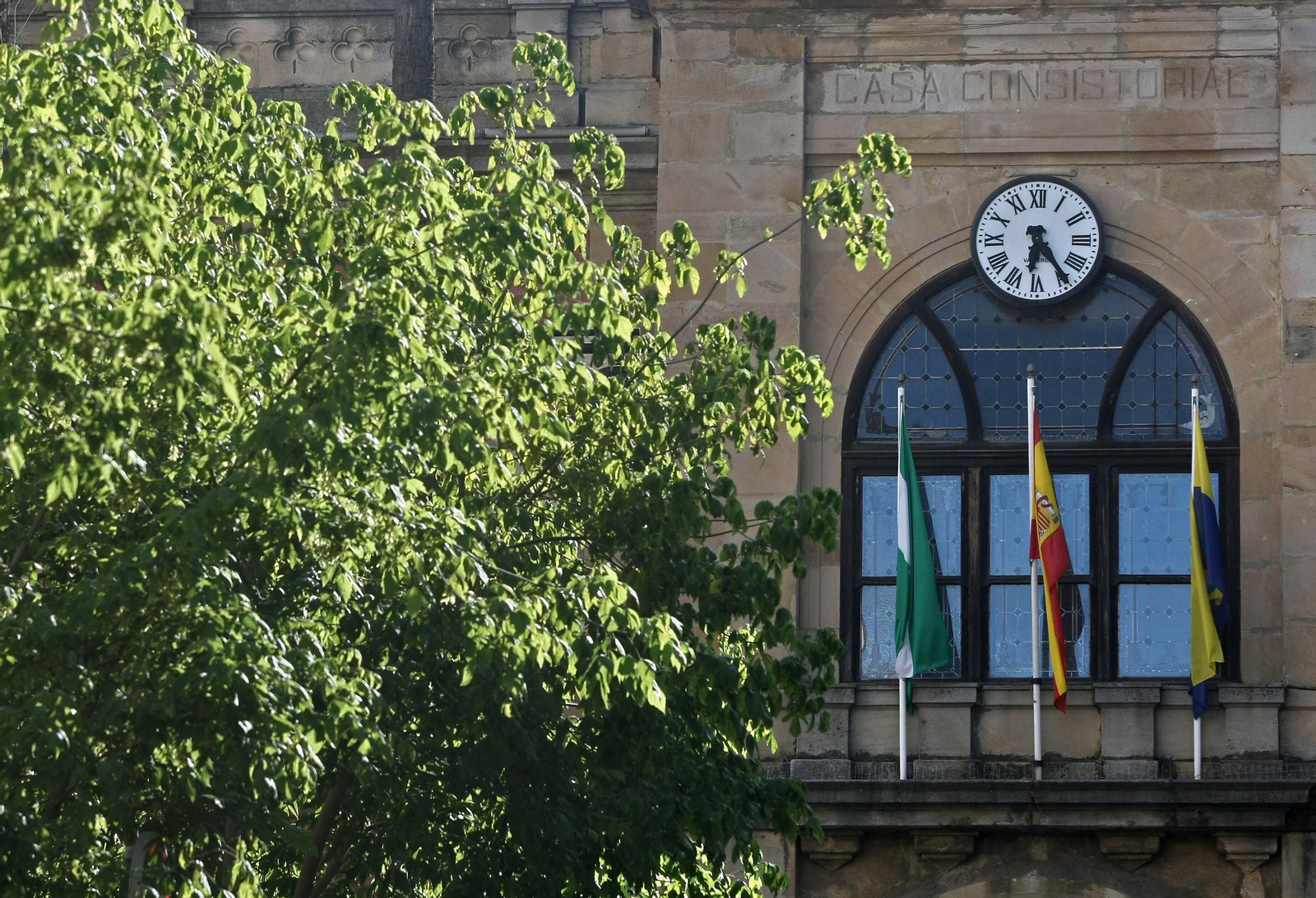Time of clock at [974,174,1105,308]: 6:24
